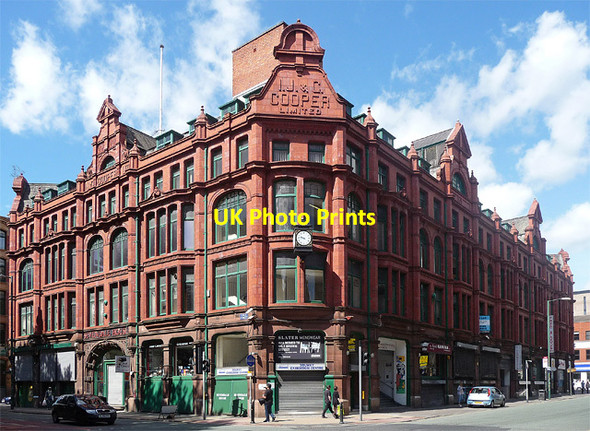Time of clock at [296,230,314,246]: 9:47
